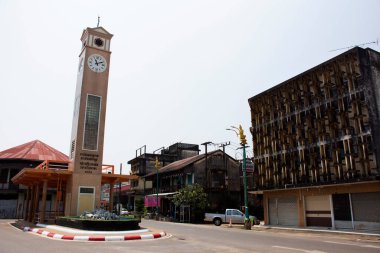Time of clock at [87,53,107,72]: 11:10
